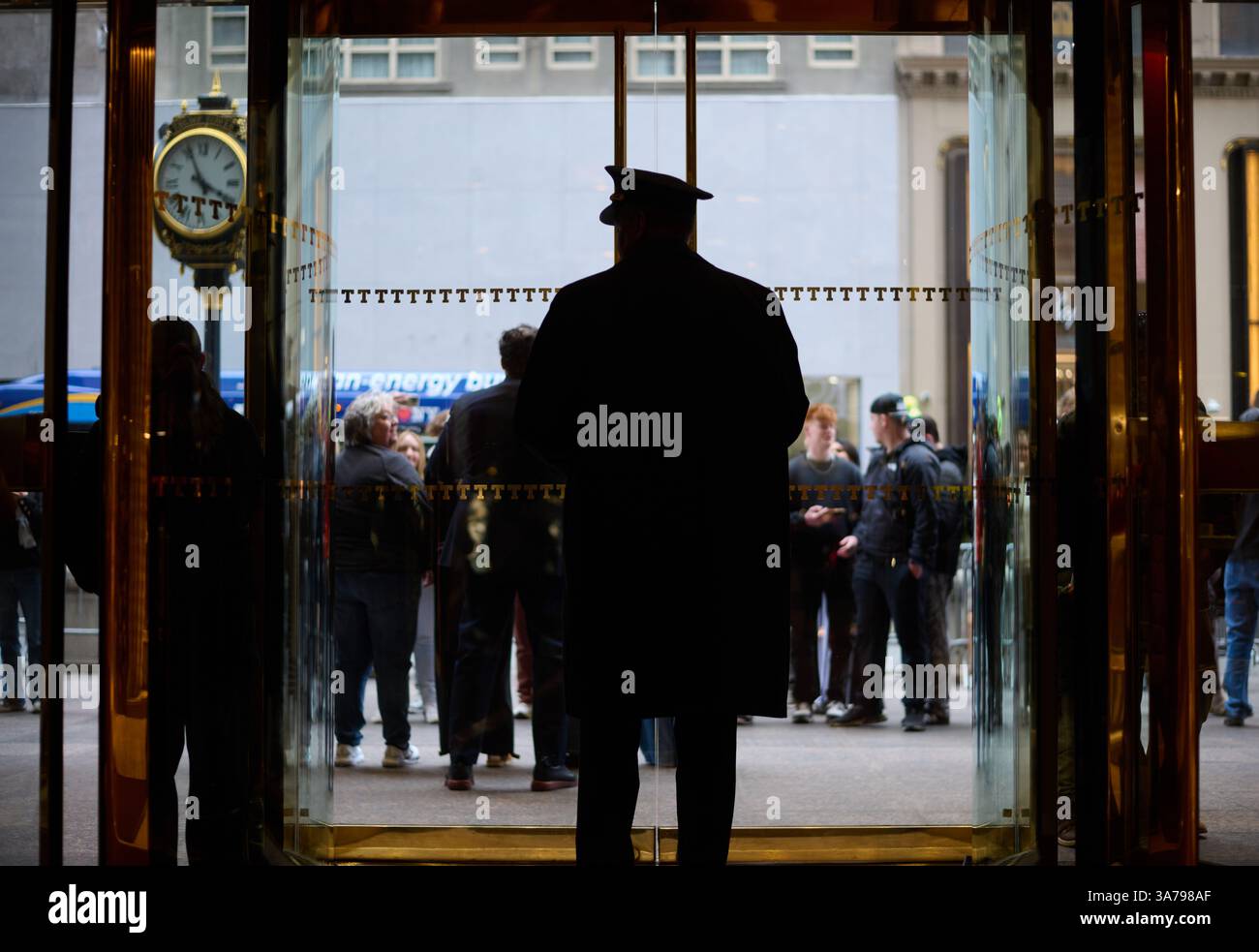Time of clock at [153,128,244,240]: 3:56
